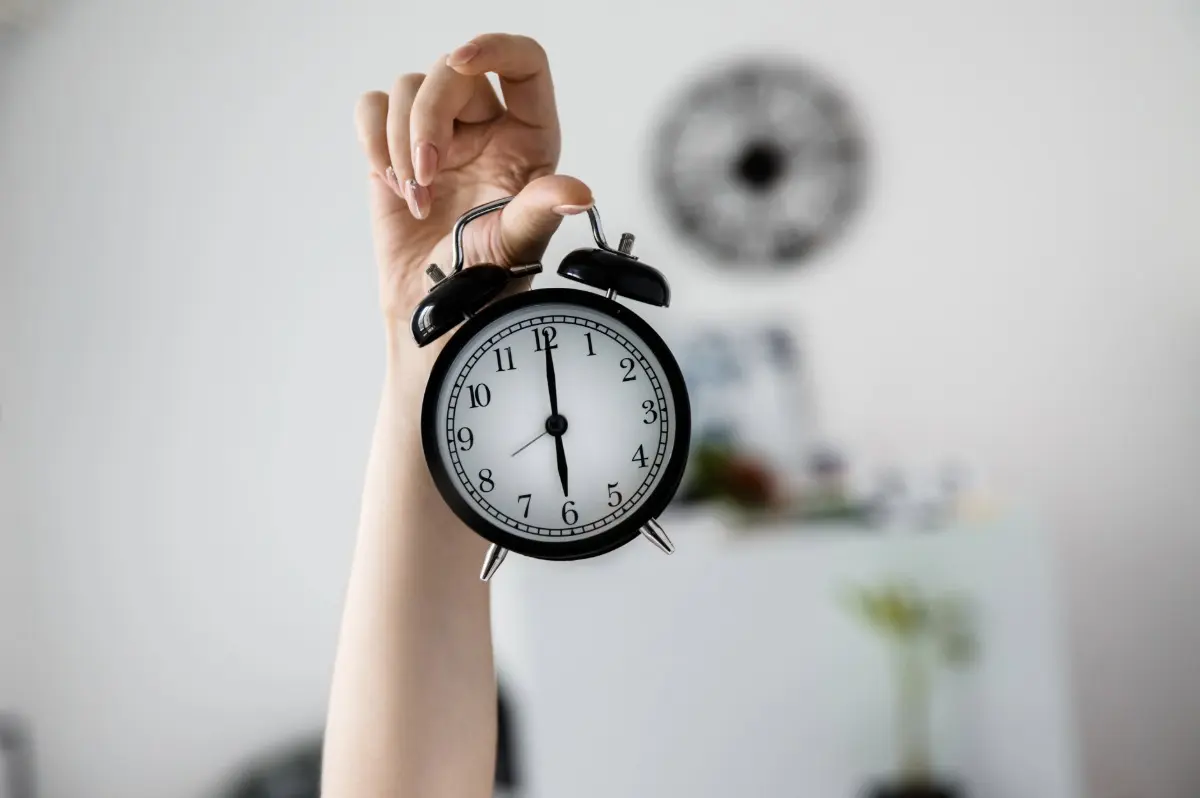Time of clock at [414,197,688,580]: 6:00
